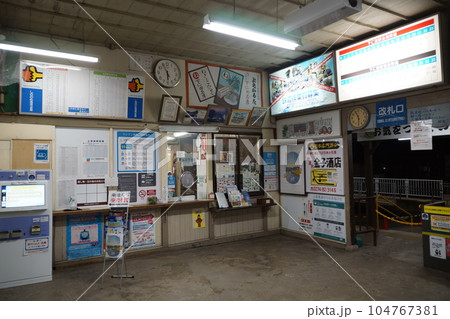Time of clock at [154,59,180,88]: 5:55
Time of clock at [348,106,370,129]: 11:29
